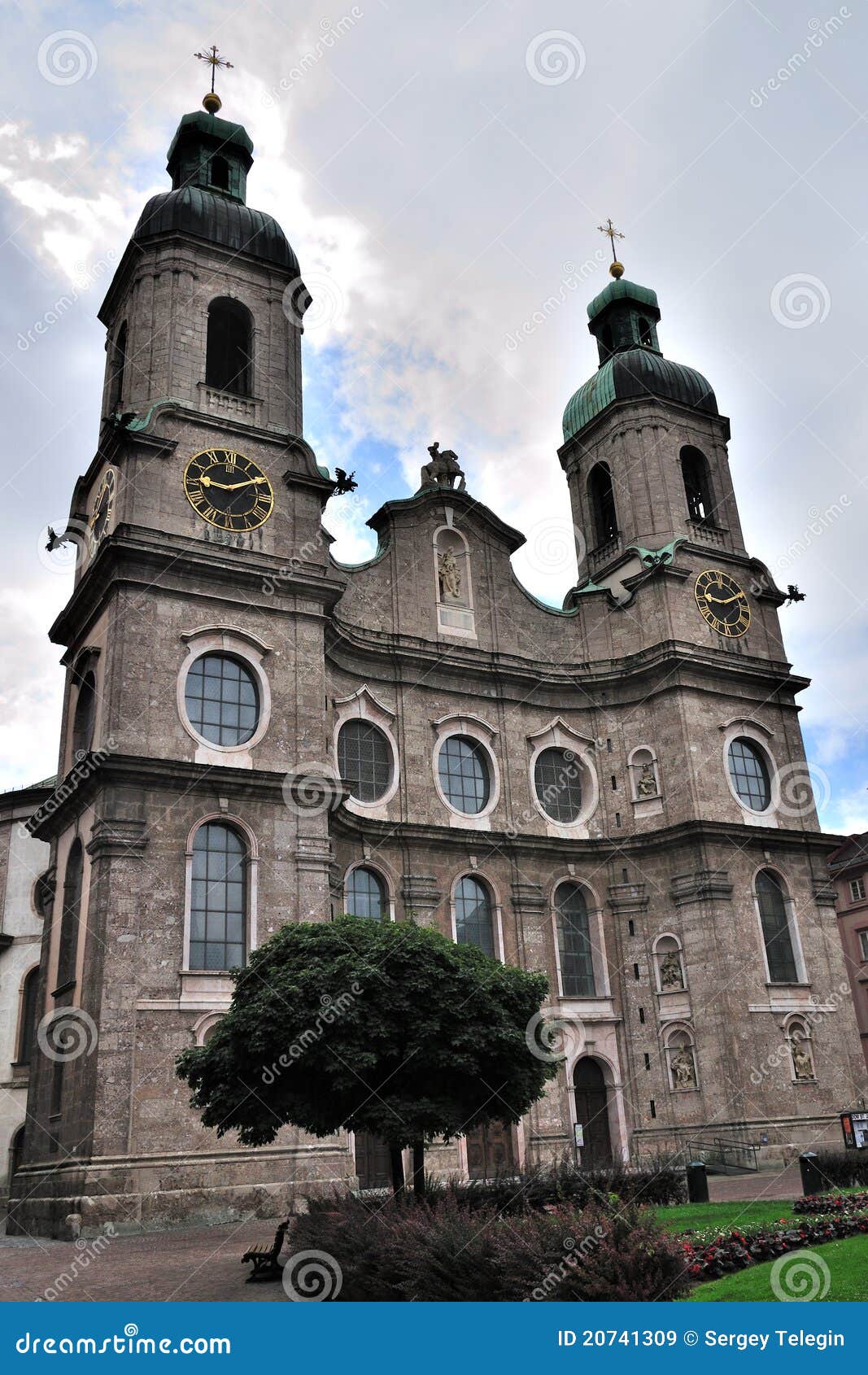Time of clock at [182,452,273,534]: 9:09
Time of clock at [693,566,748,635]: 9:10
